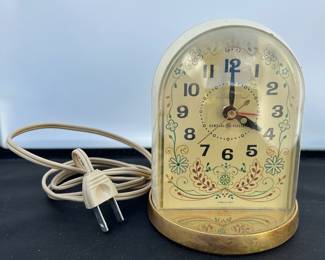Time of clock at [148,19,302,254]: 4:00
